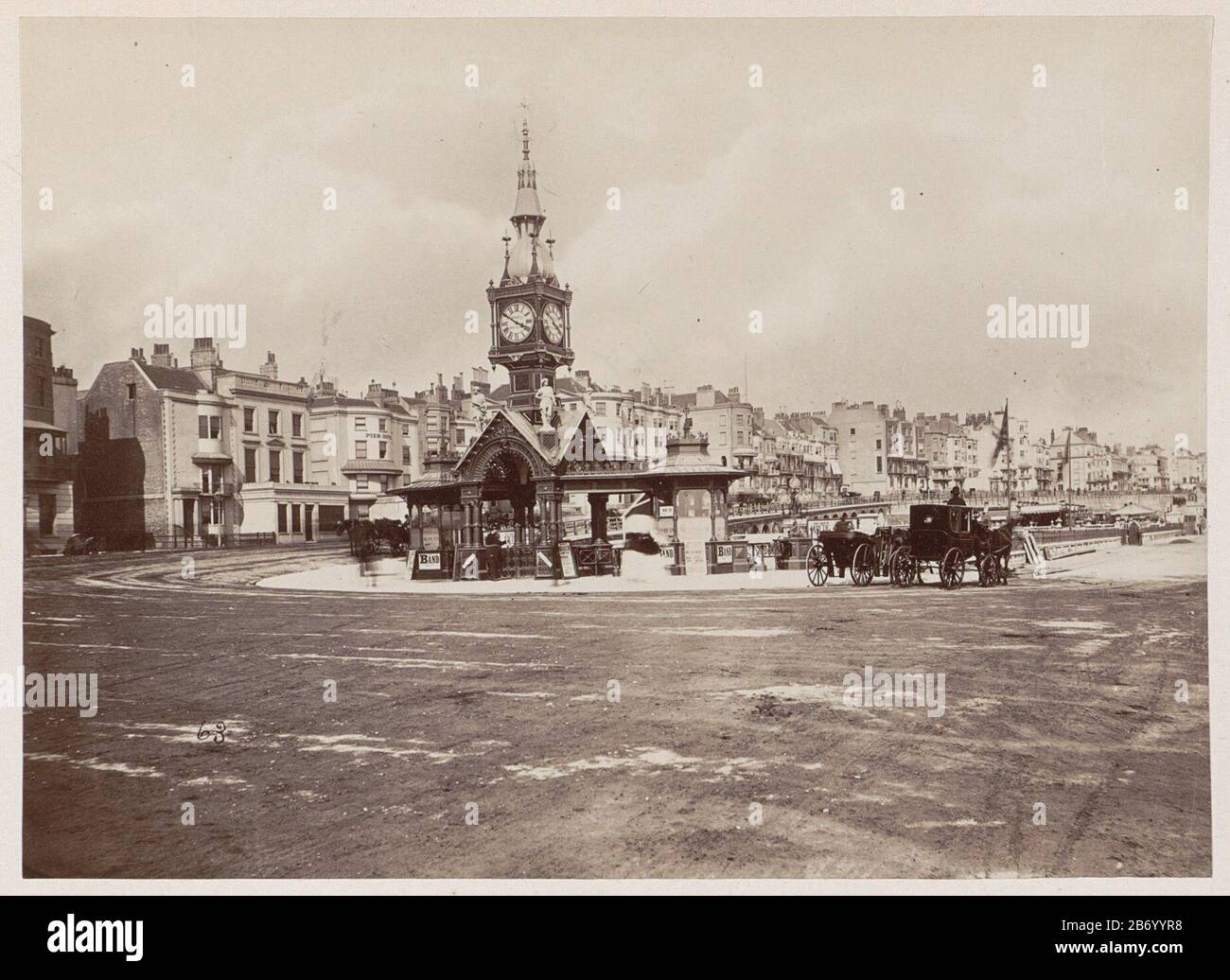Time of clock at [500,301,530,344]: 3:50
